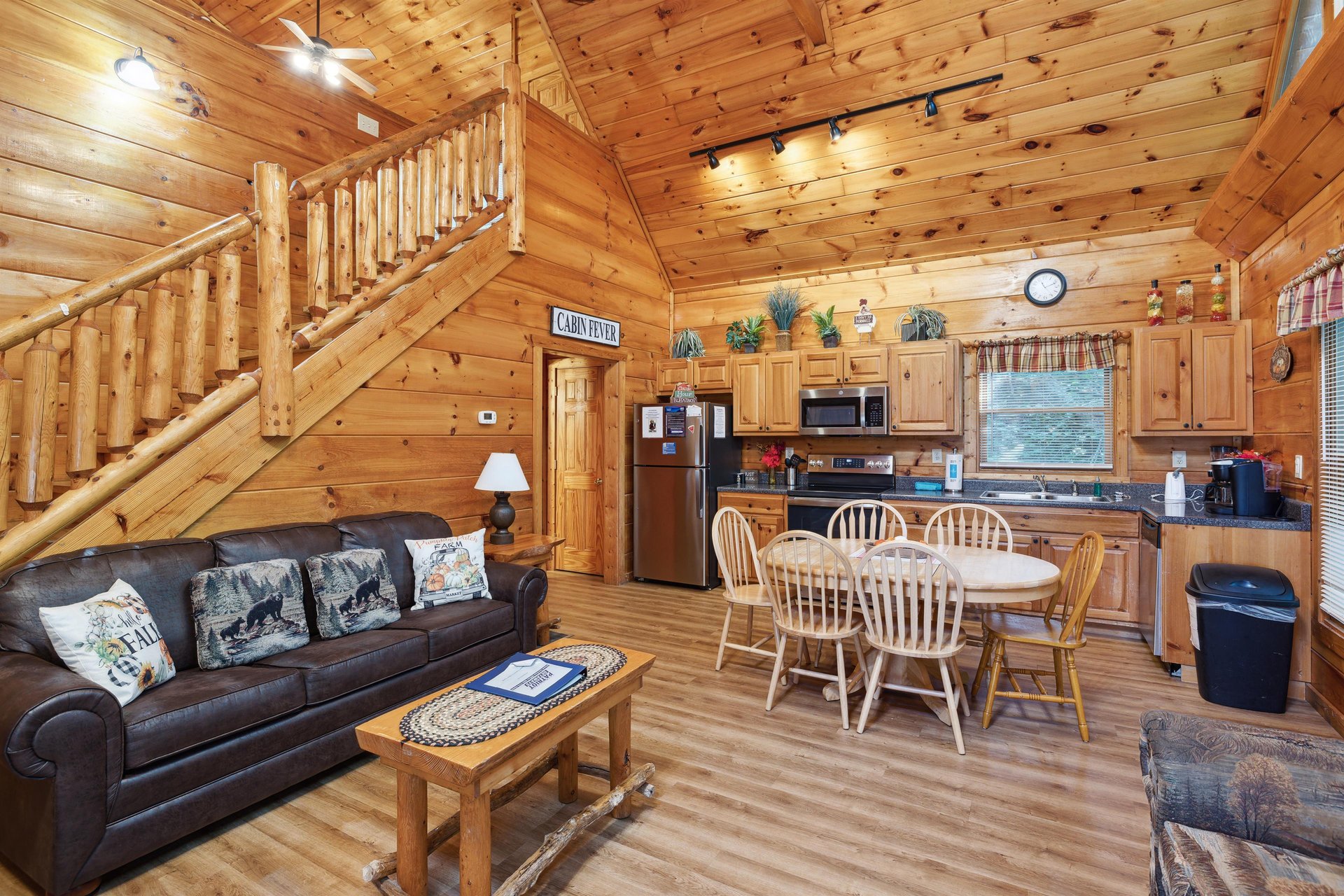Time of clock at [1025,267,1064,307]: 11:11
